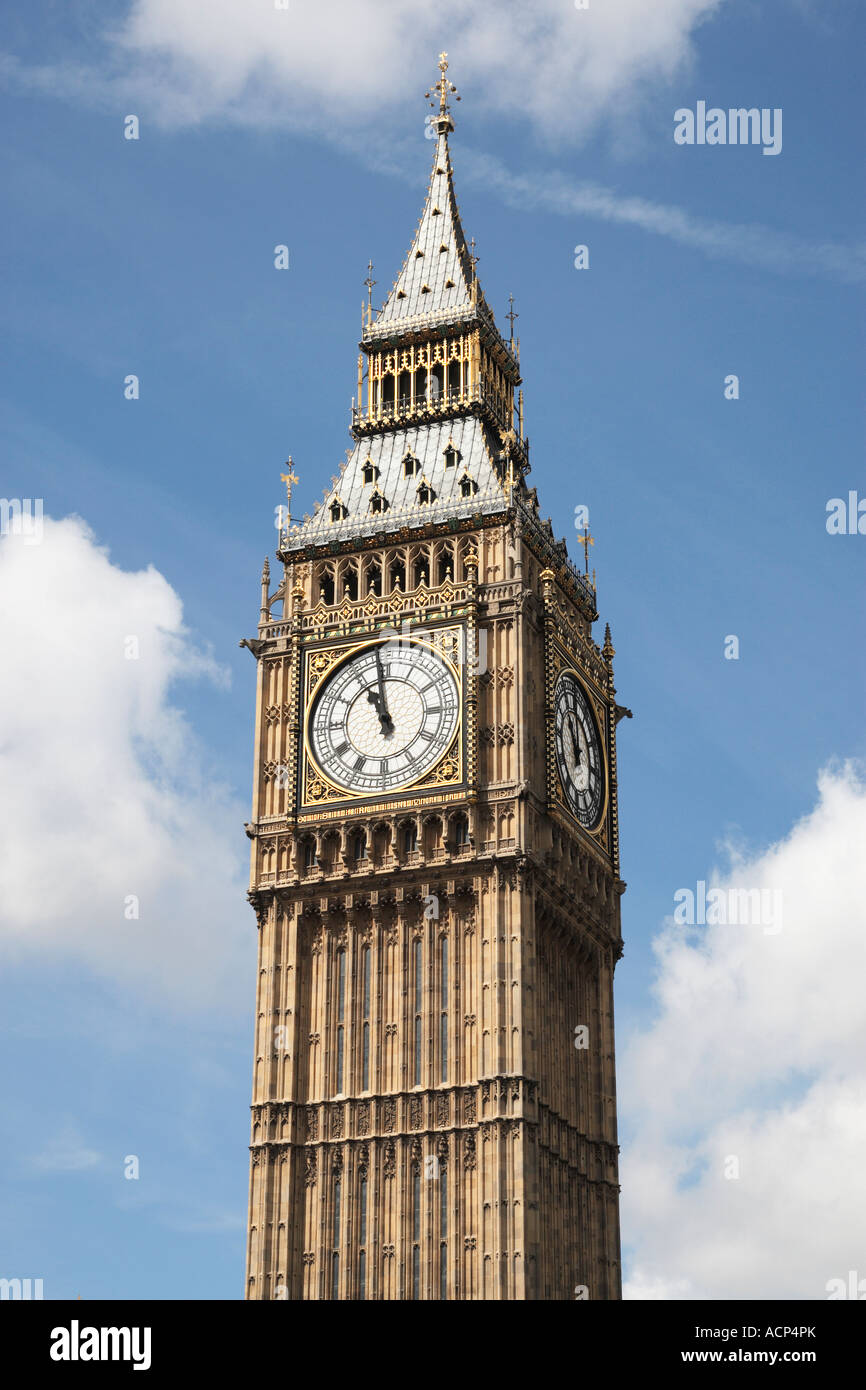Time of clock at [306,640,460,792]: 10:59
